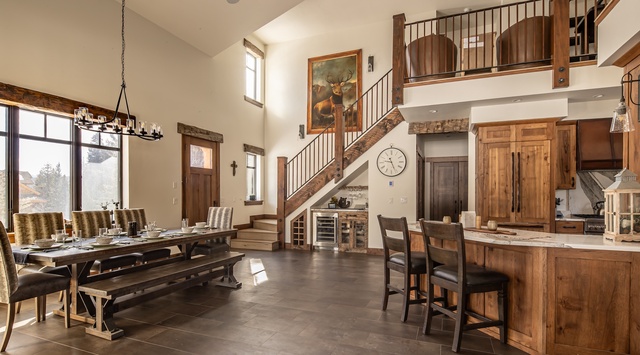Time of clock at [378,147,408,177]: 9:26
